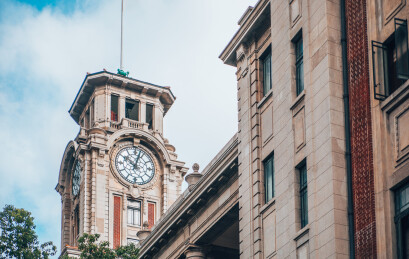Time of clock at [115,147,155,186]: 10:02
